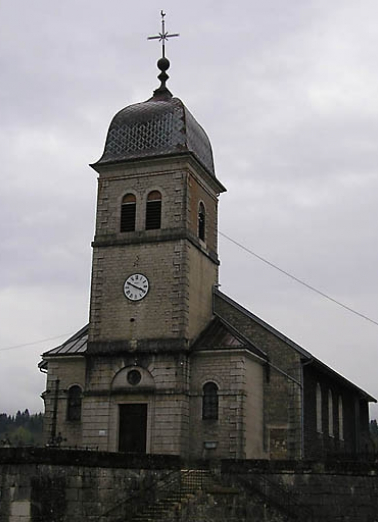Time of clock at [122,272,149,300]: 3:49
